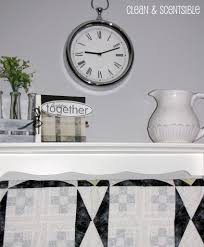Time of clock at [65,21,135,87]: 9:11
